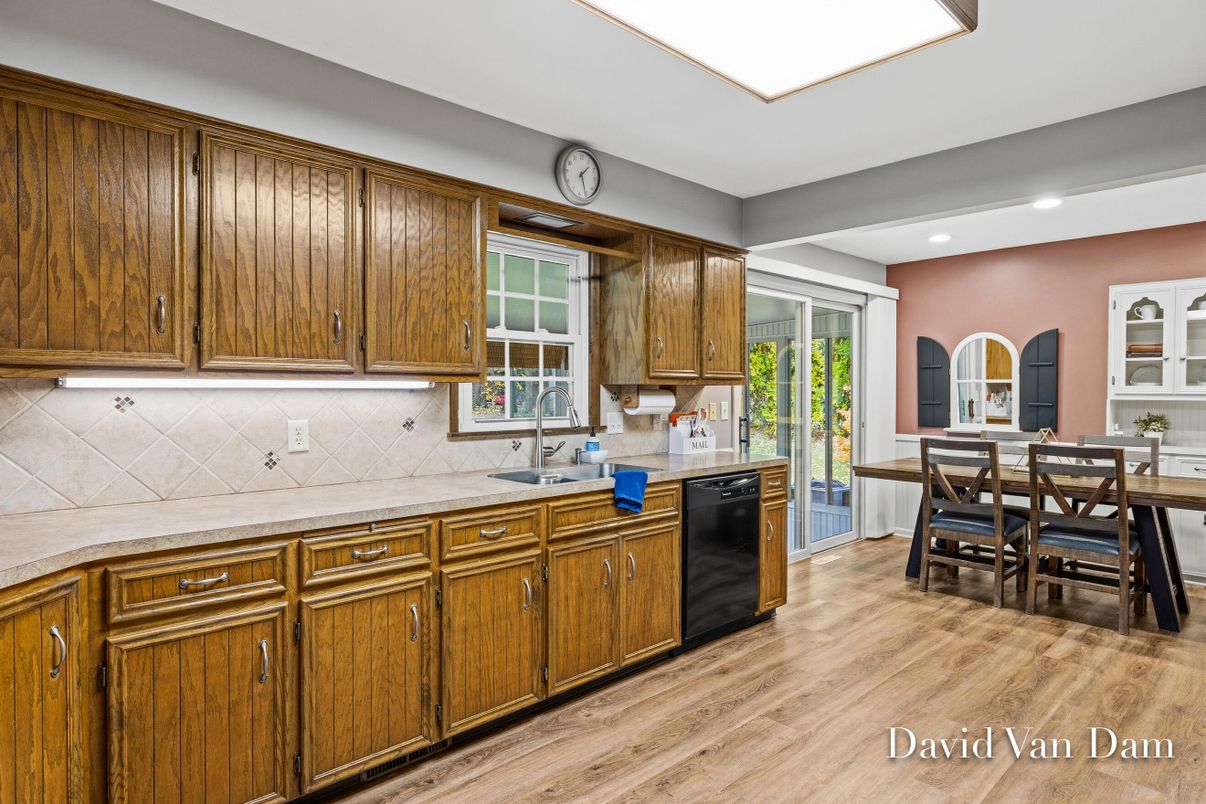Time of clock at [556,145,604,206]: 1:25
